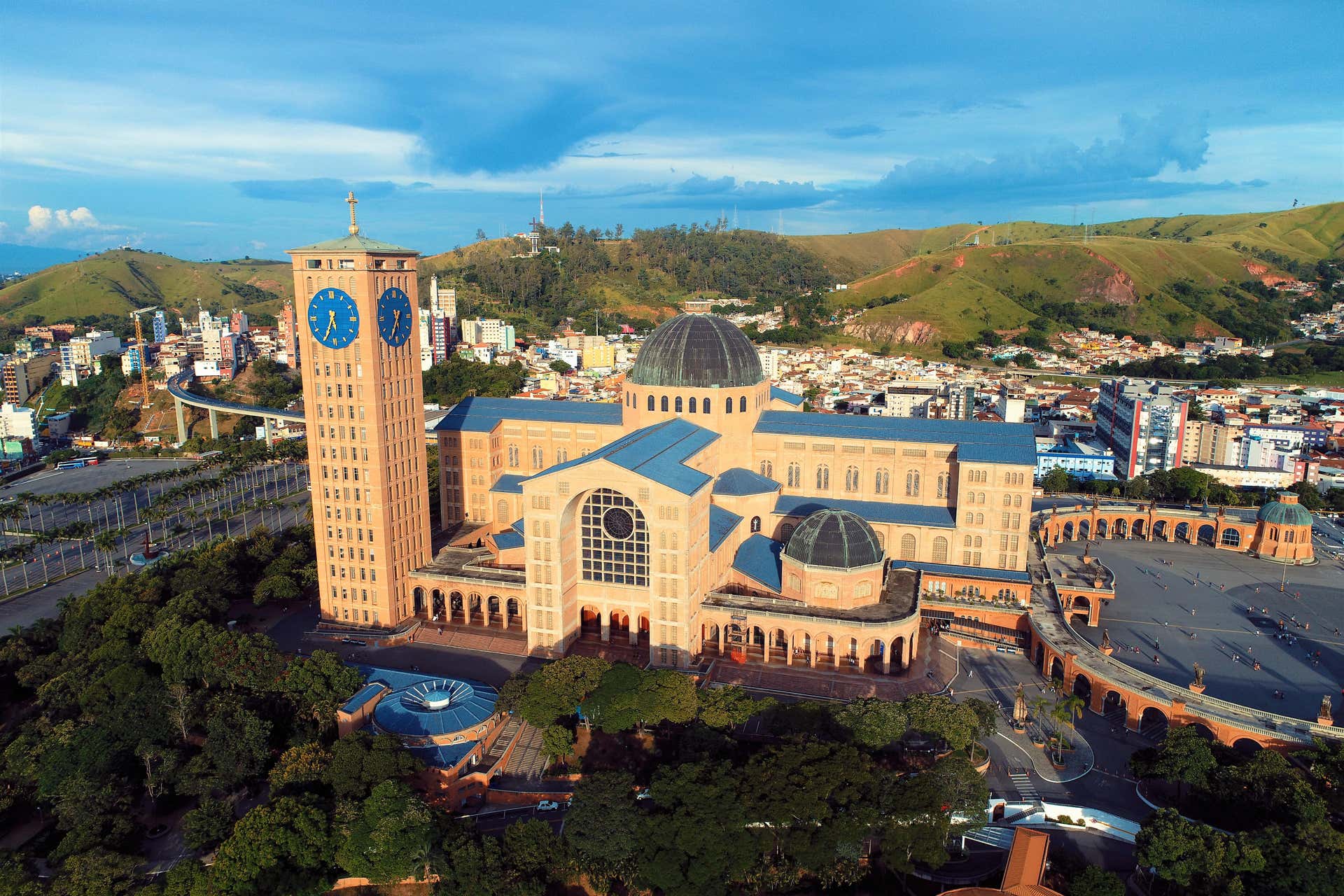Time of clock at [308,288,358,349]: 5:34
